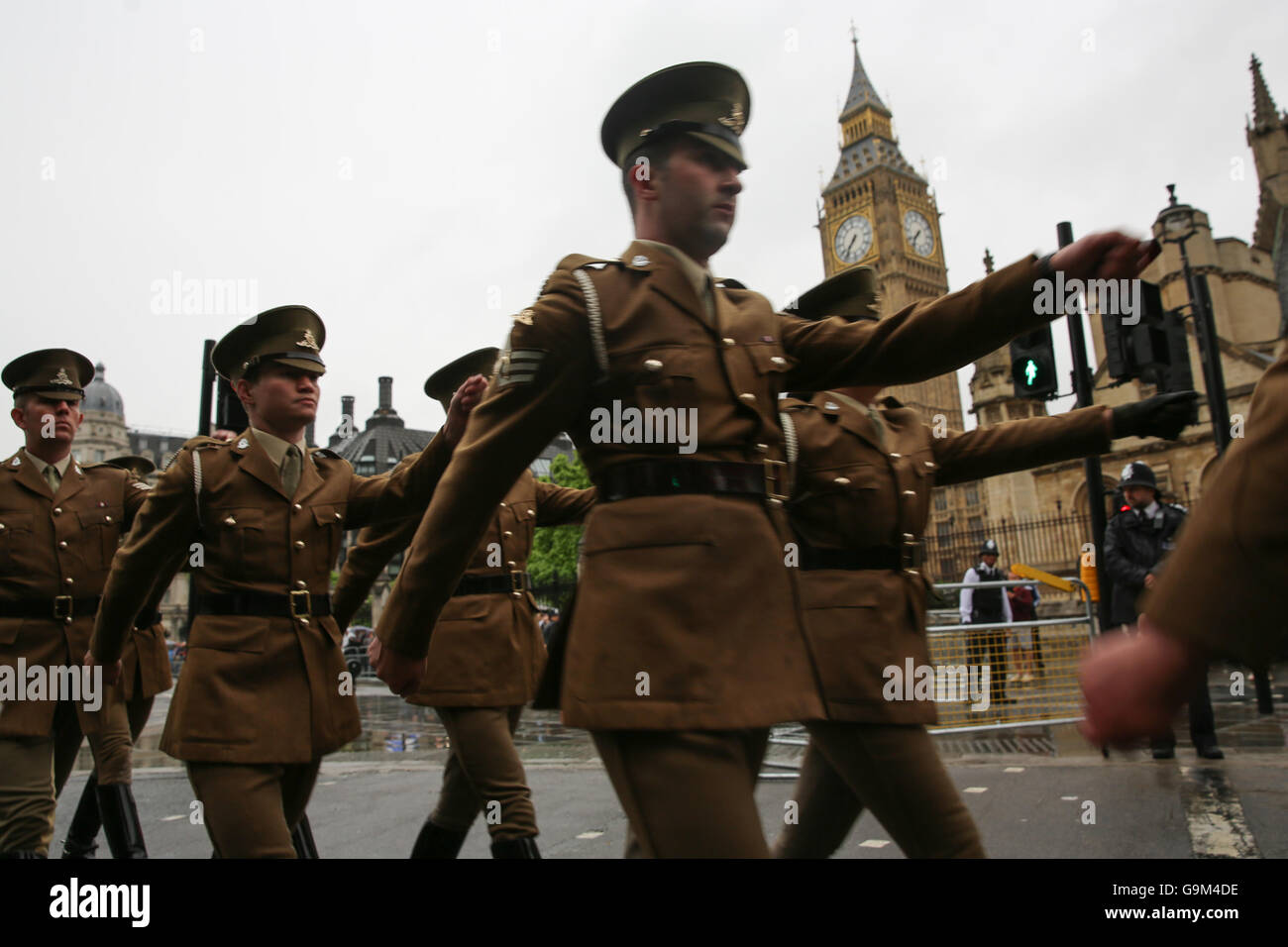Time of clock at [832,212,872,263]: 7:36
